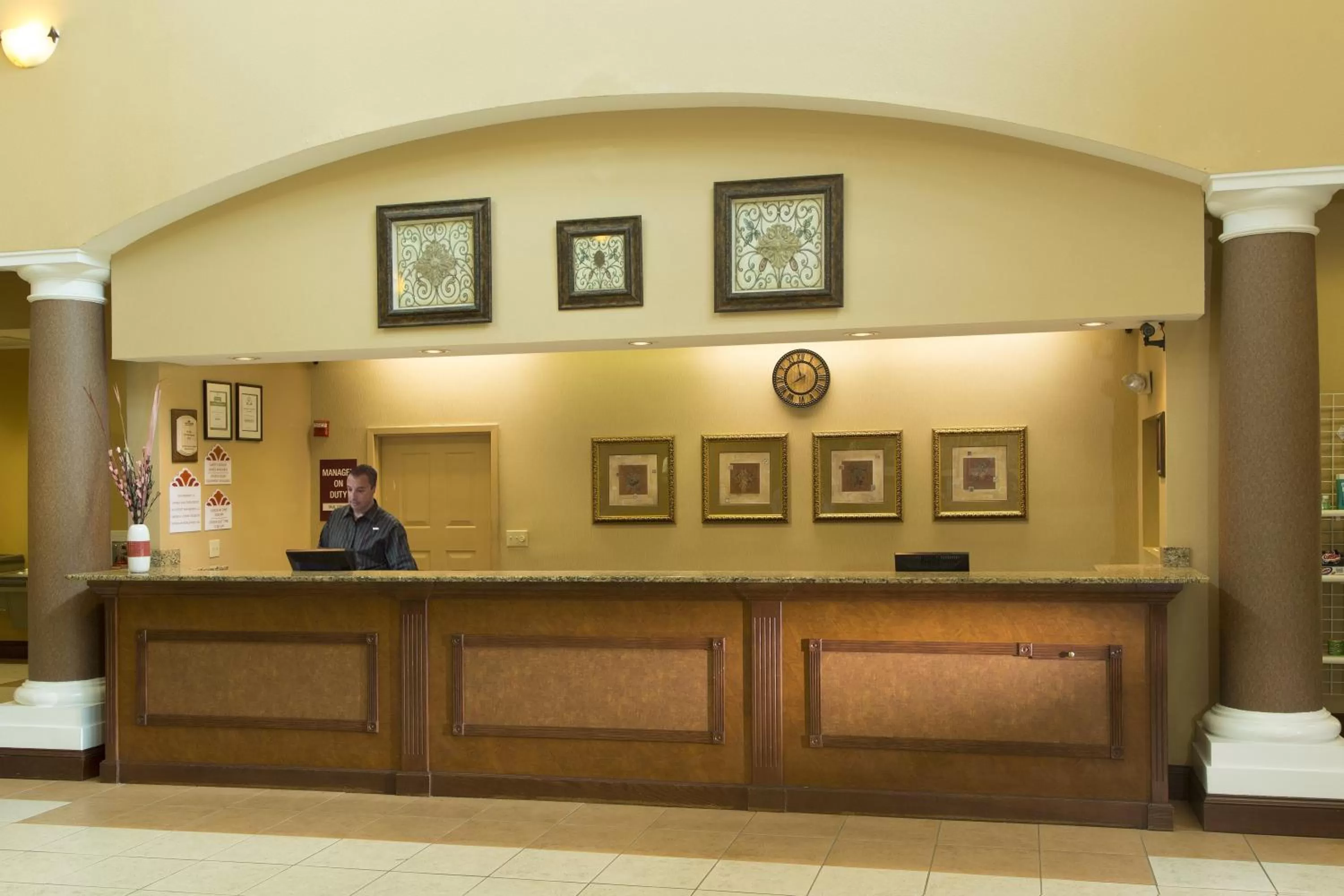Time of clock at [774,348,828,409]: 7:58
